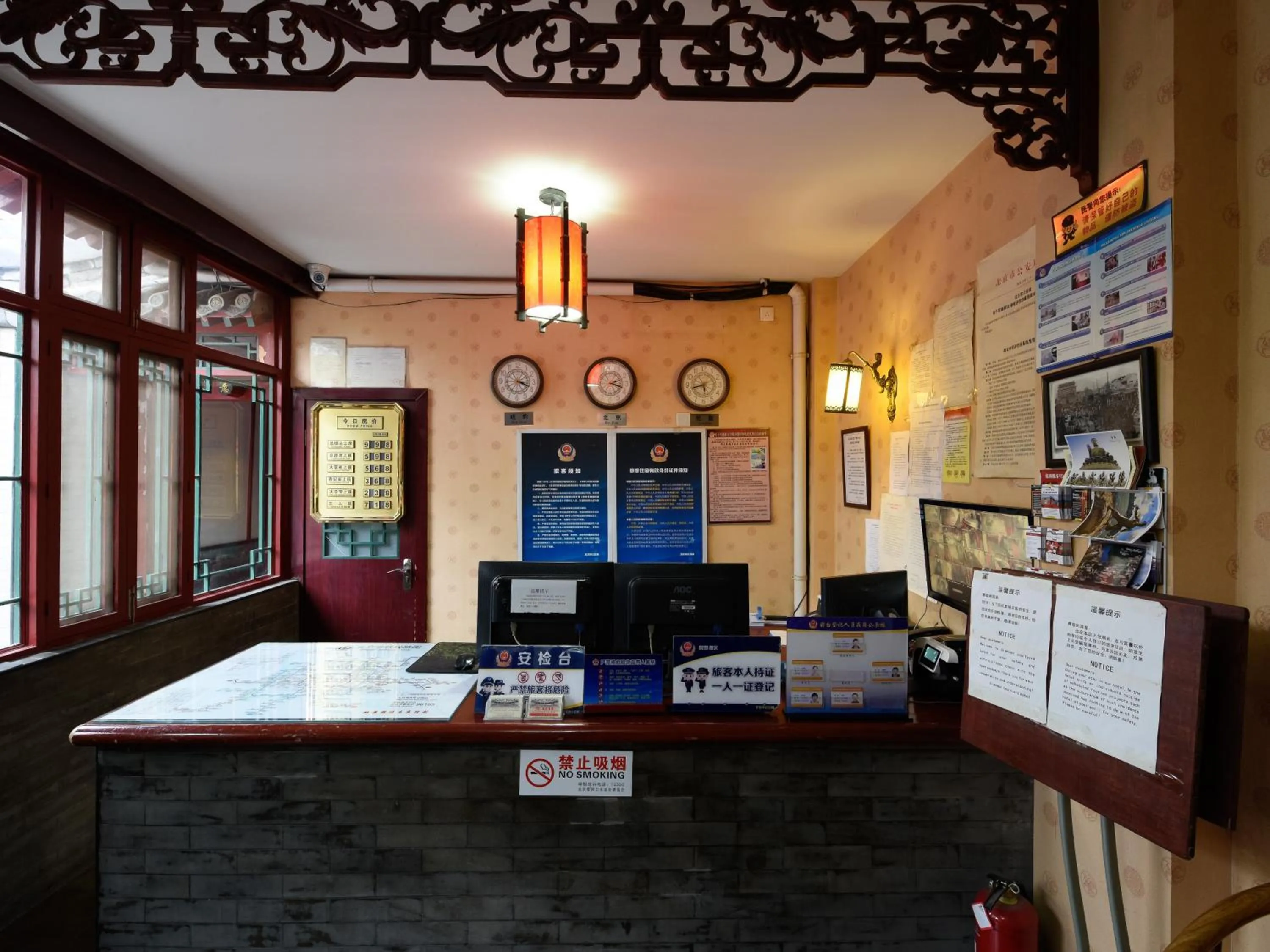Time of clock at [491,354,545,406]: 3:18
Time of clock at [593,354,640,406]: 2:18
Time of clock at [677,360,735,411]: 5:42
